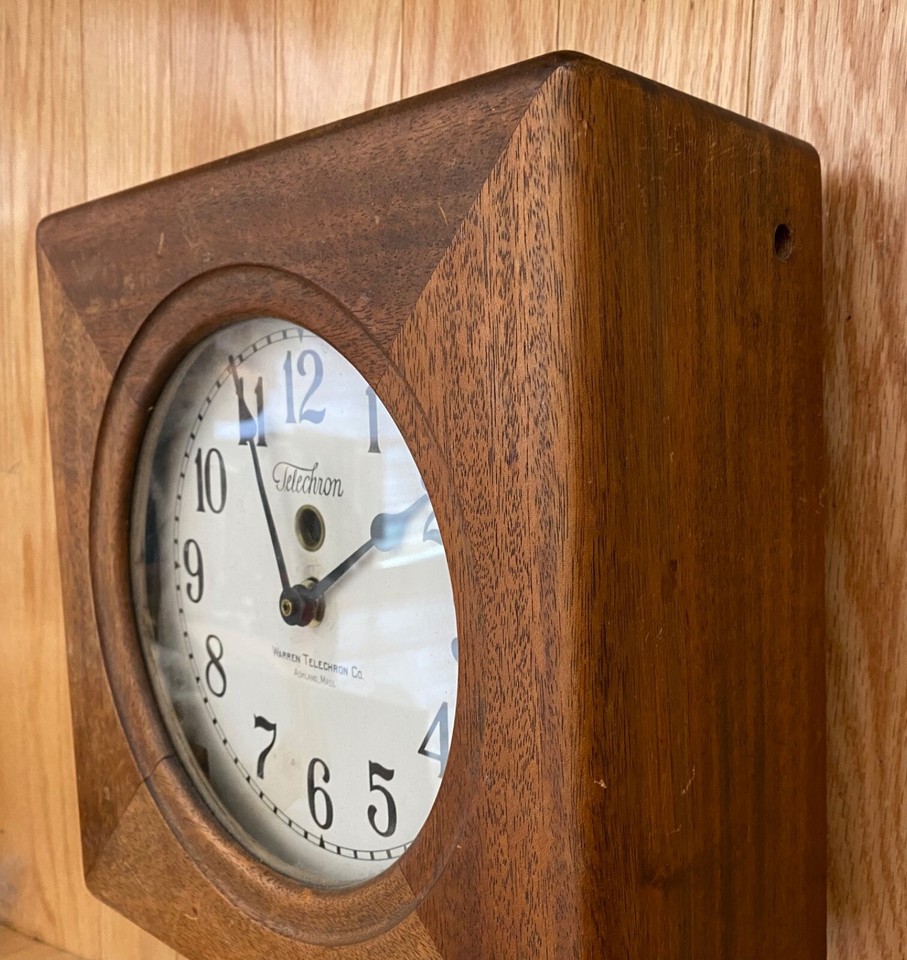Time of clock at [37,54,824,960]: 1:56
